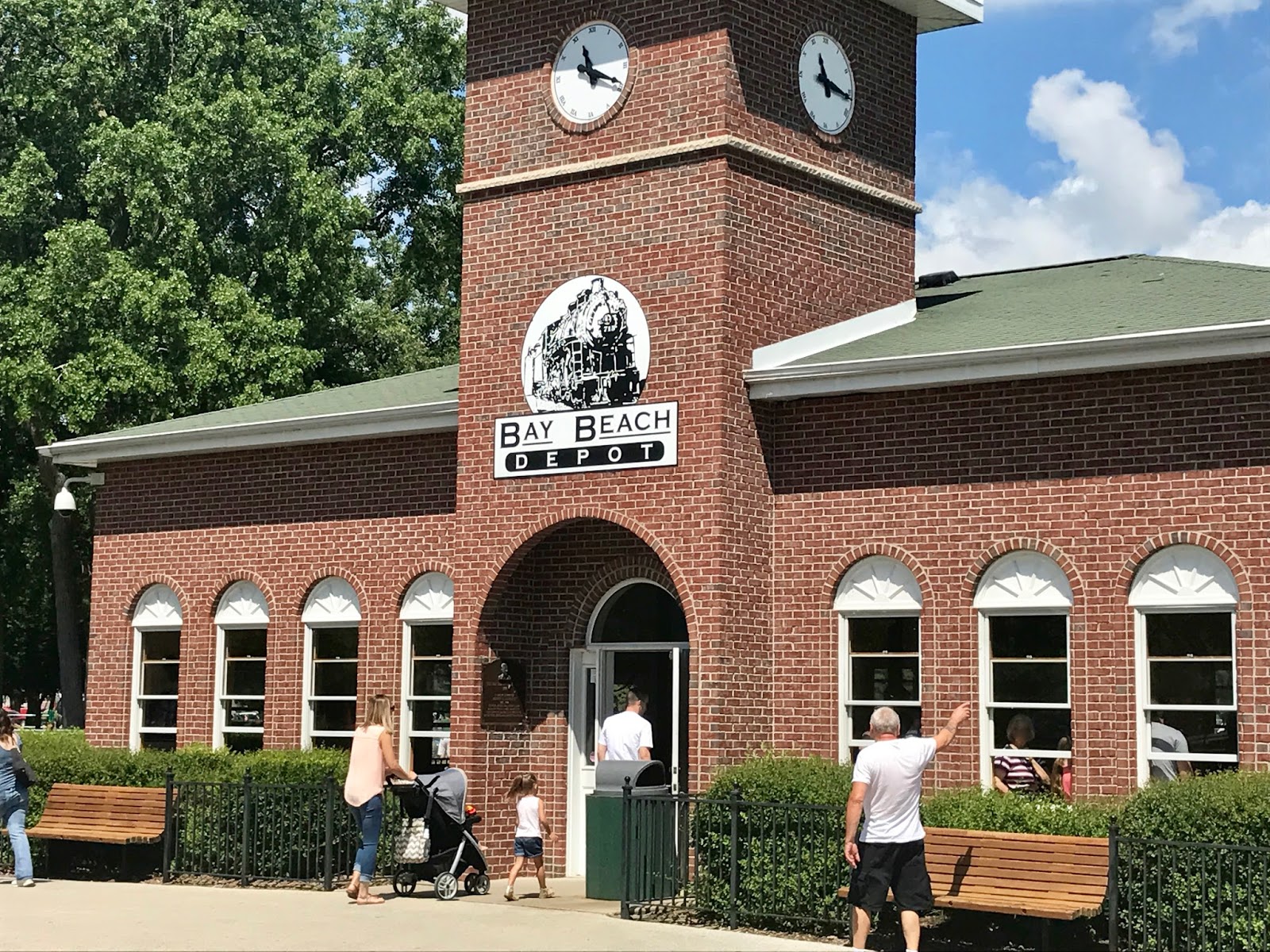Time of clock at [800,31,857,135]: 11:16
